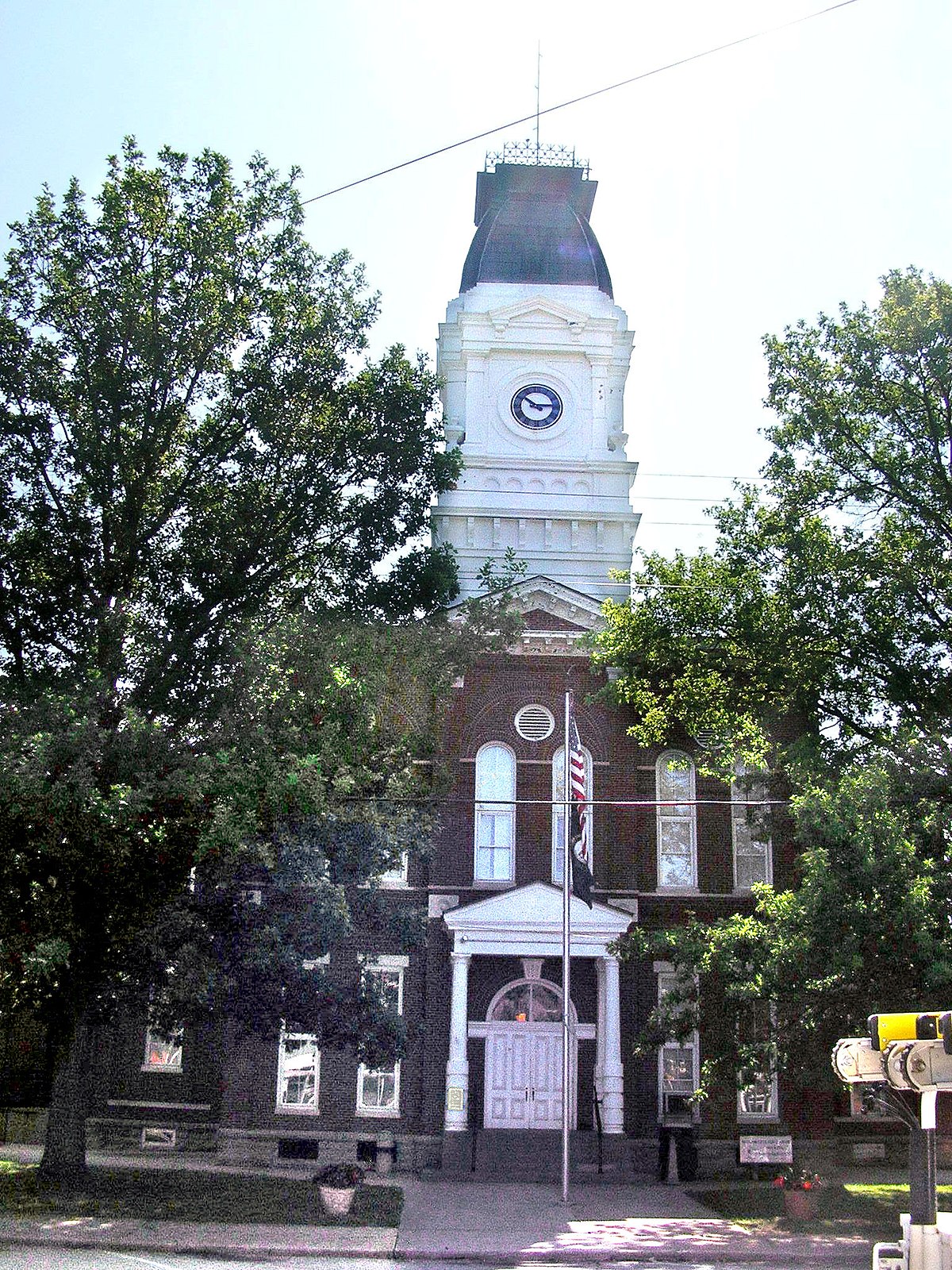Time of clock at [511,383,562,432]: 10:14
